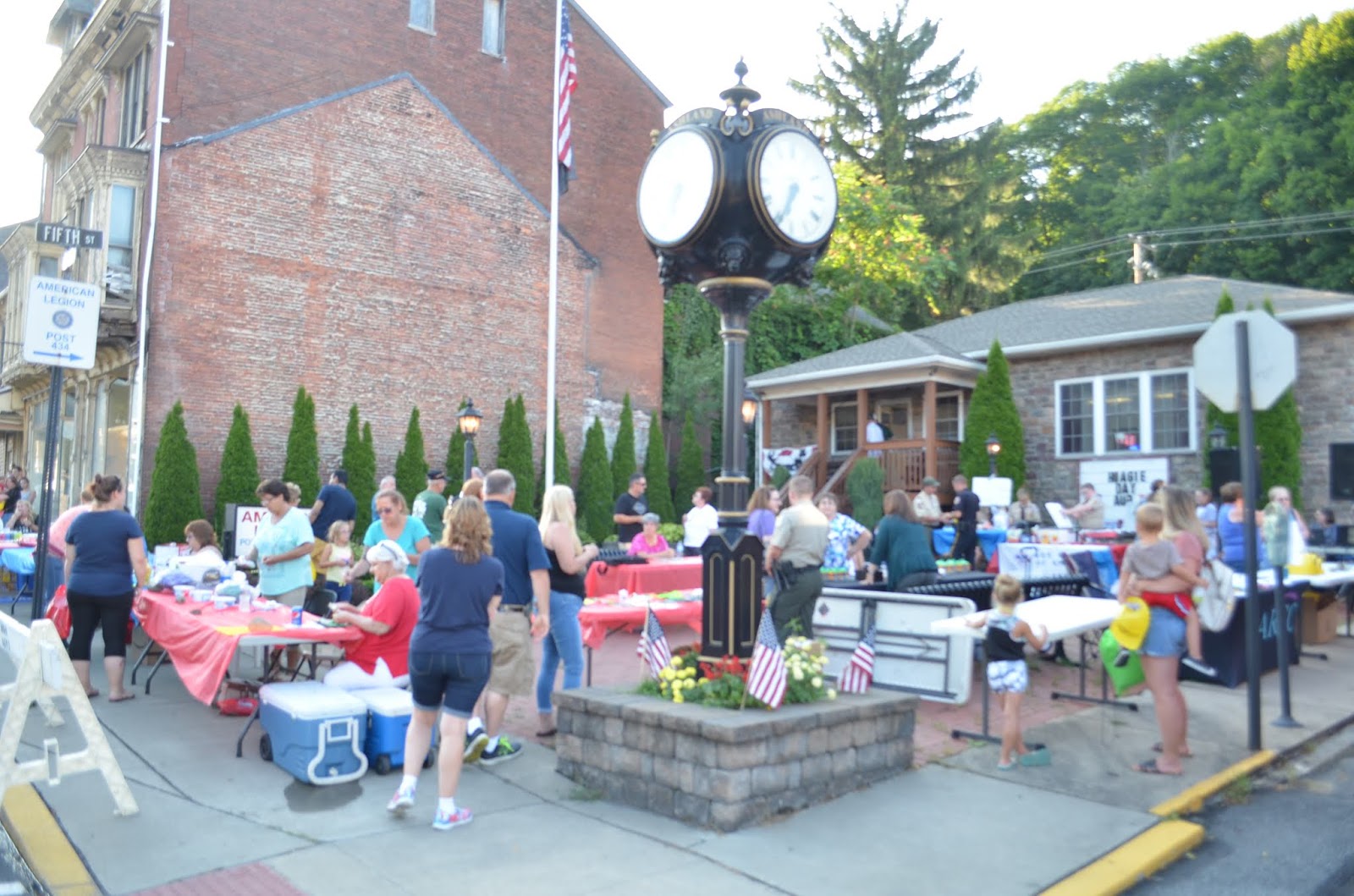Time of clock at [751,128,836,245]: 6:34
